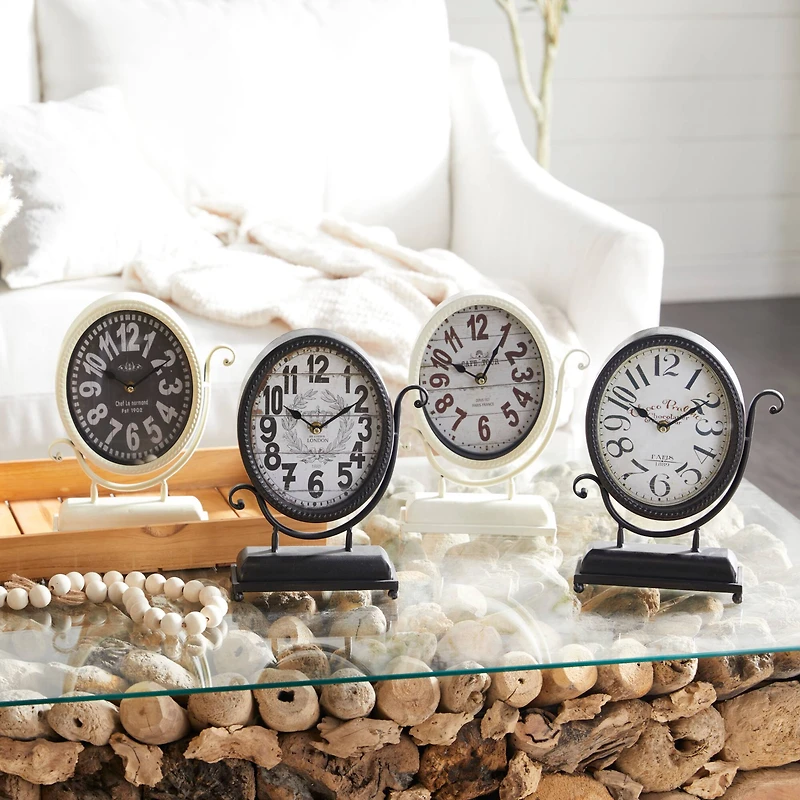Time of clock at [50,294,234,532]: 10:10
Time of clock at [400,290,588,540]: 10:05
